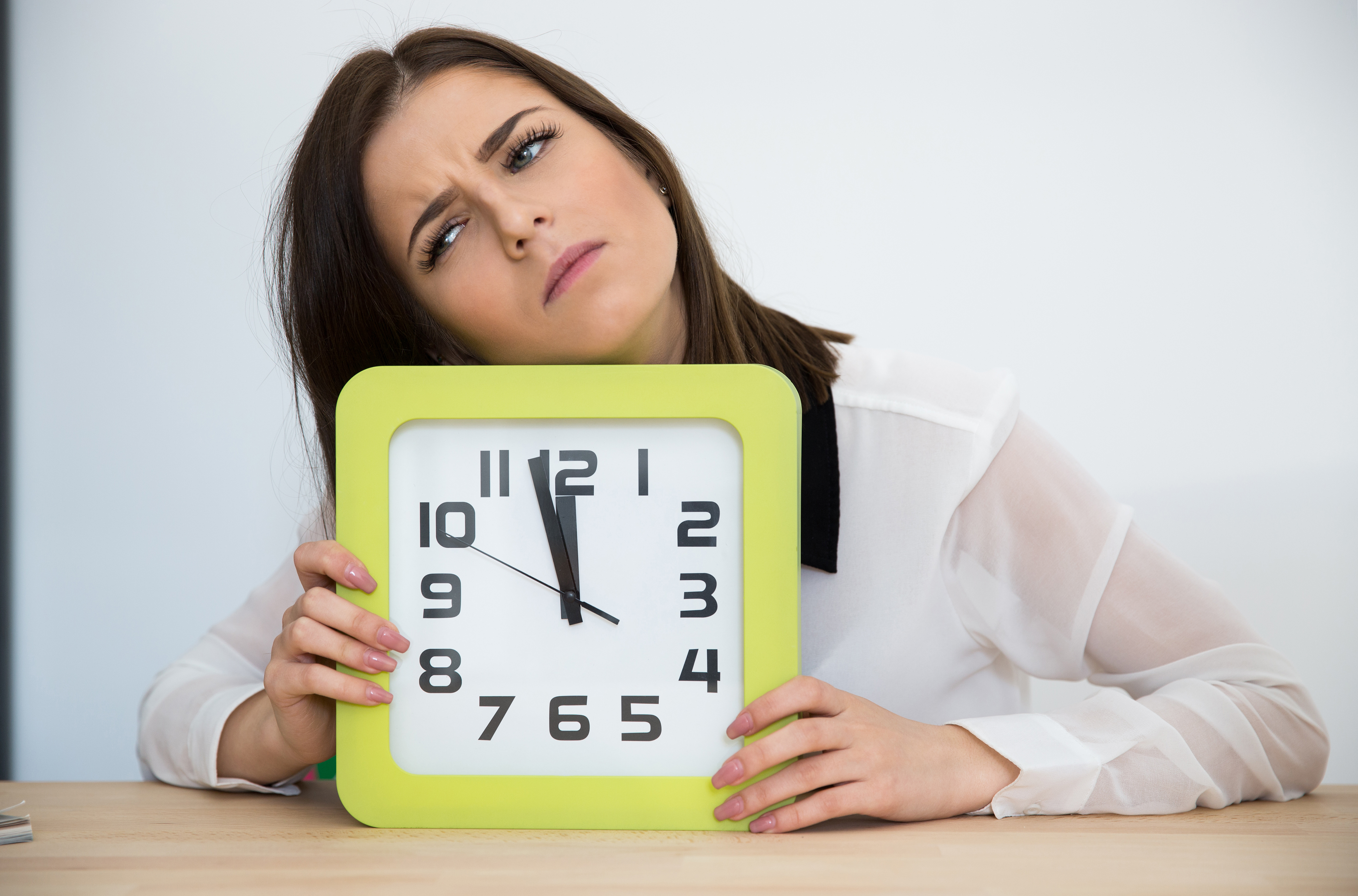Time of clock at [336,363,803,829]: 11:57
